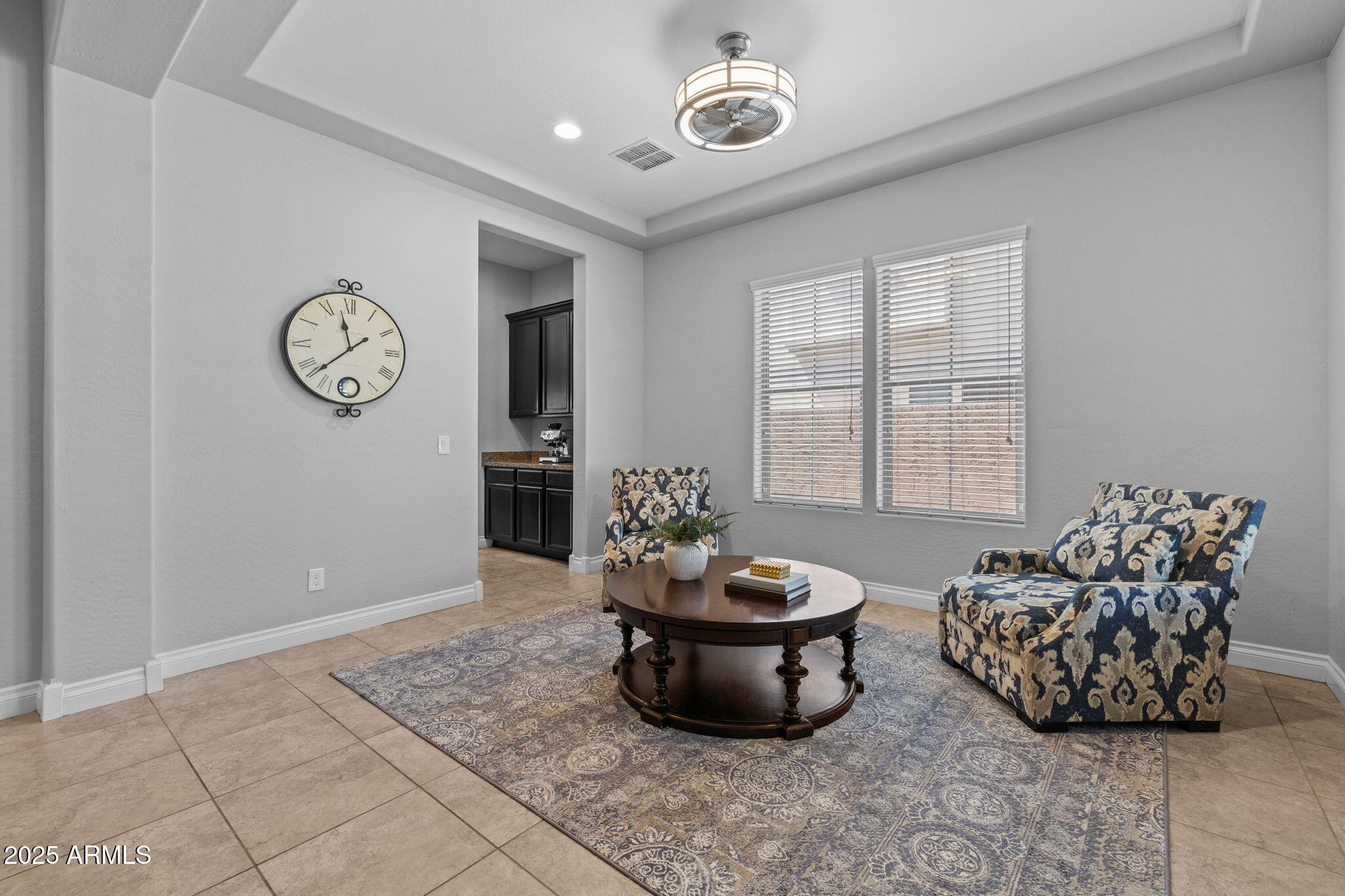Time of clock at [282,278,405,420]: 11:37
